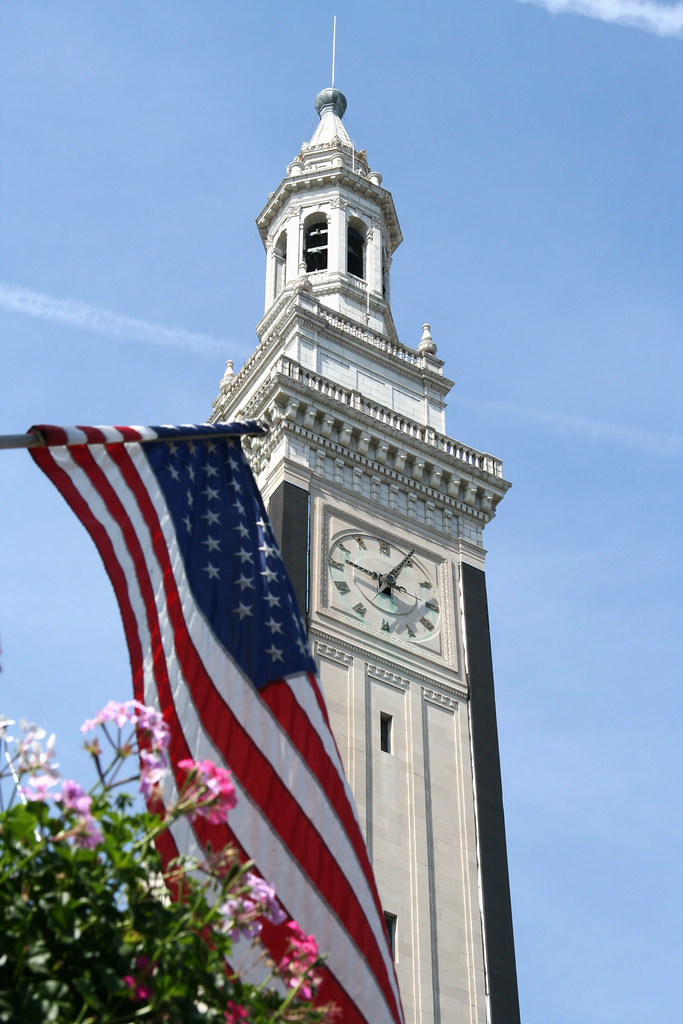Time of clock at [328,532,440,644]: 12:47
